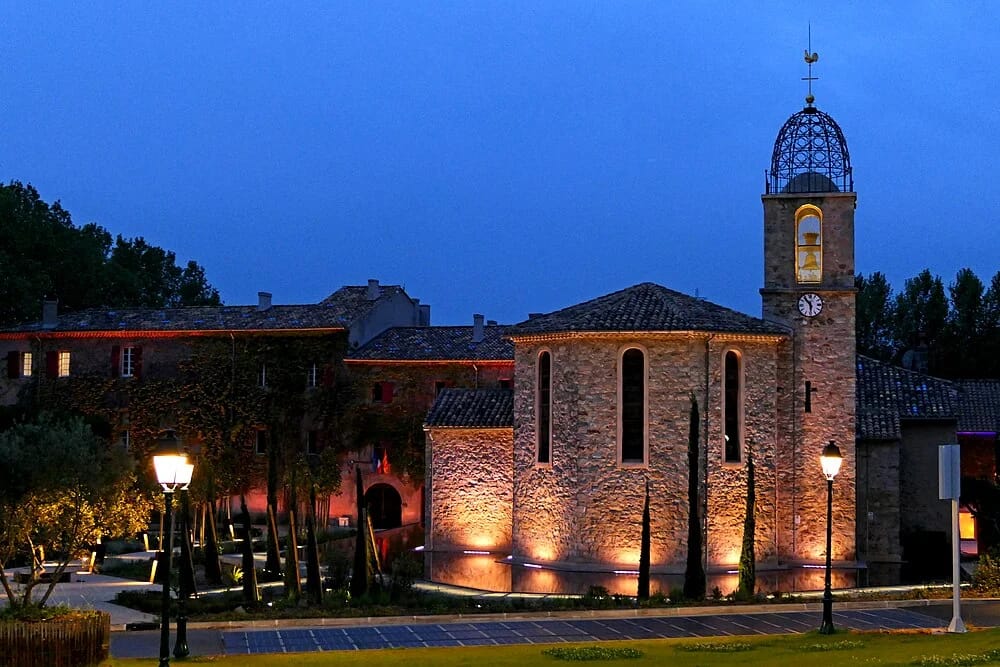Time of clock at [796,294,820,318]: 10:30
